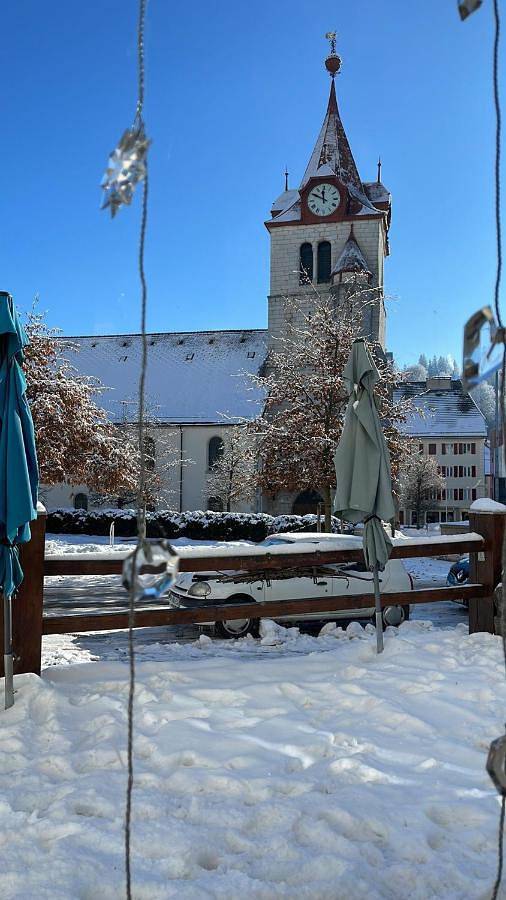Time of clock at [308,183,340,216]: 11:49
